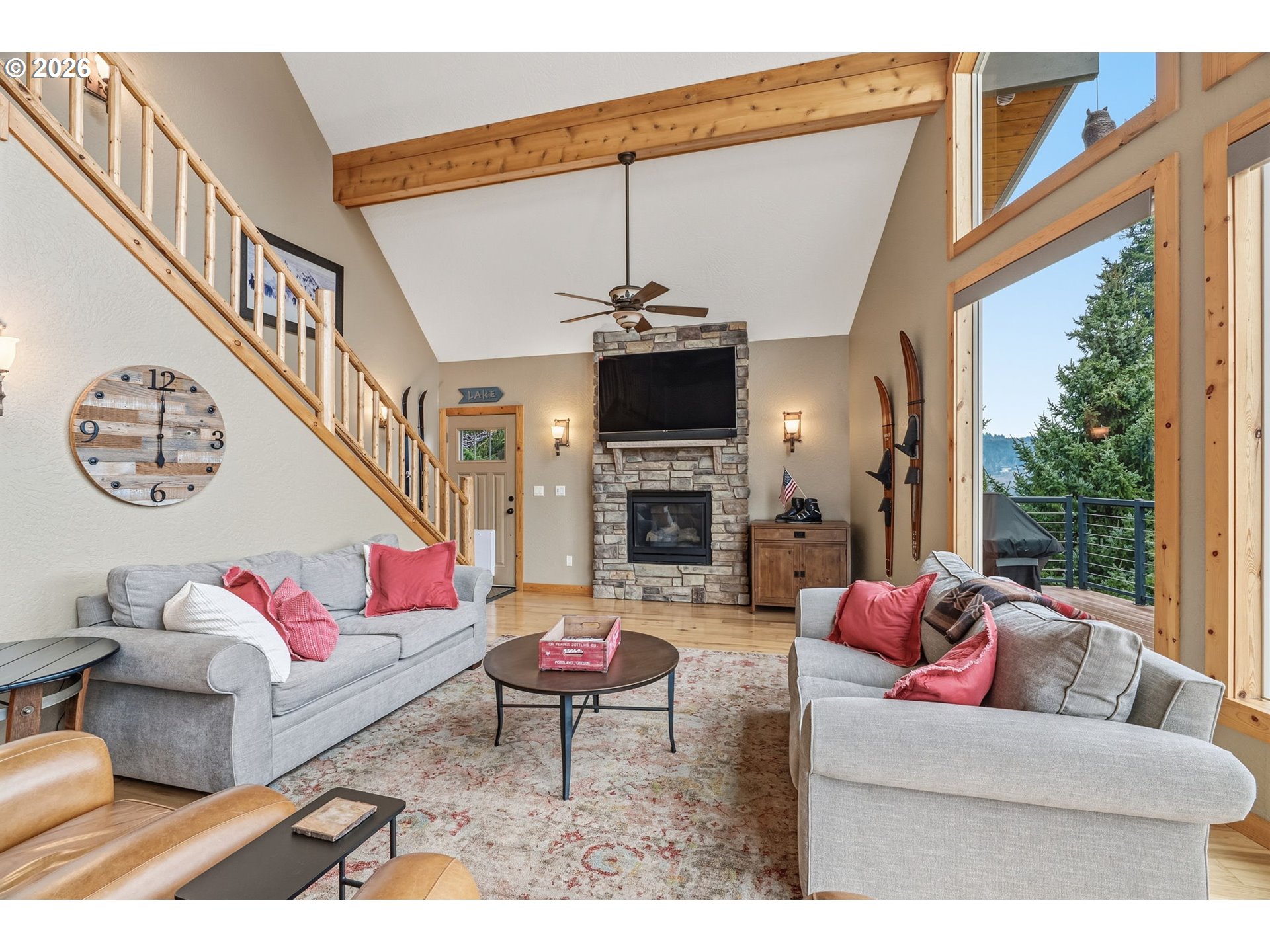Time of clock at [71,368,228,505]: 6:00
